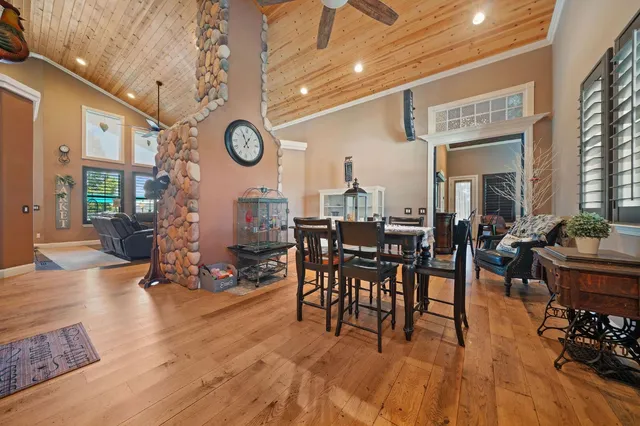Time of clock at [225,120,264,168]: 12:55
